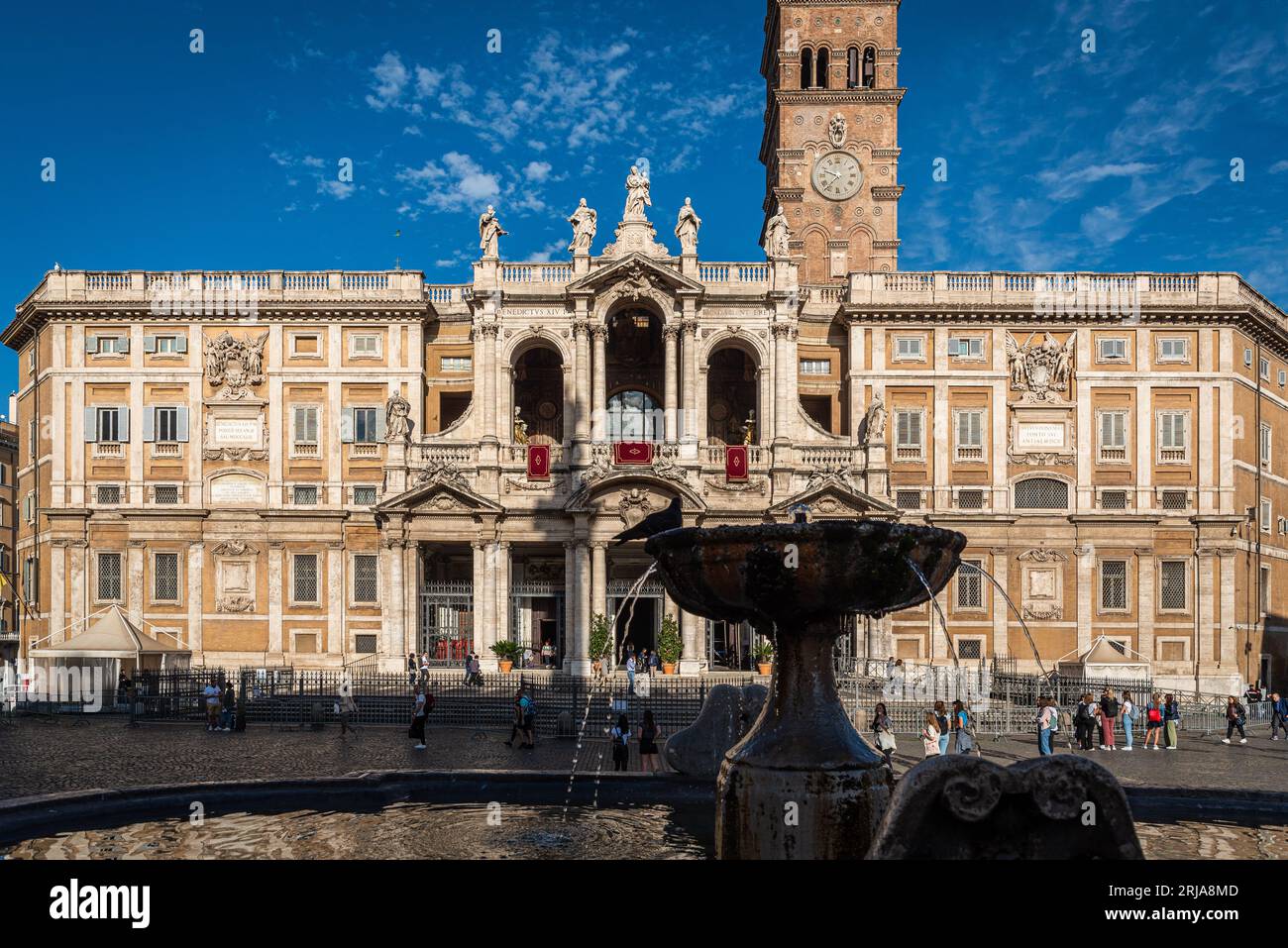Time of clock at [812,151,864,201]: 9:36
